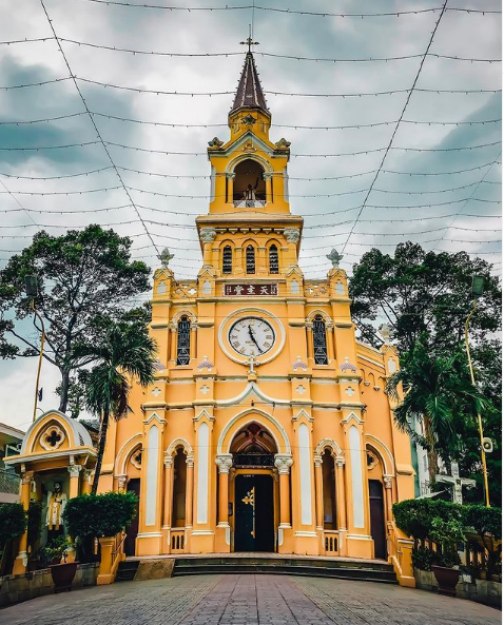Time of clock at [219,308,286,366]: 4:58
